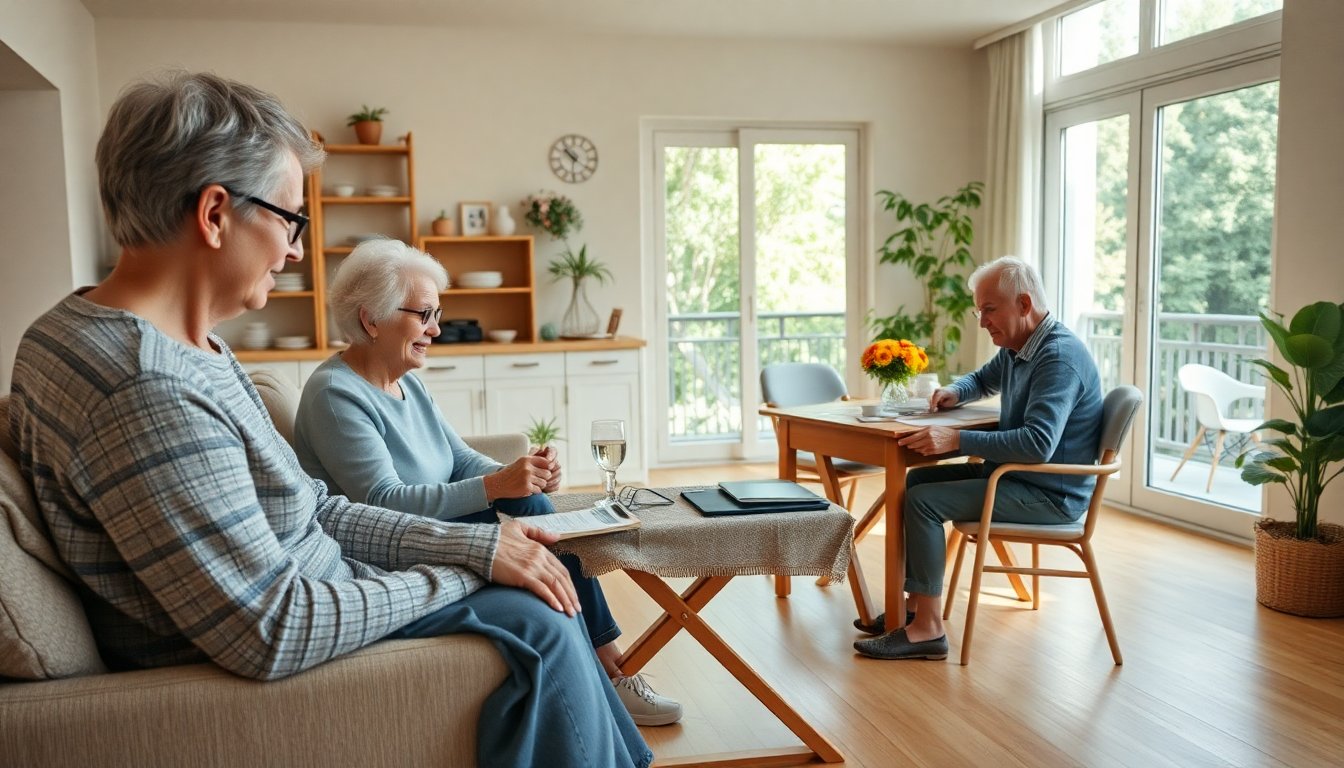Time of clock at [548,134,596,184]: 10:31
